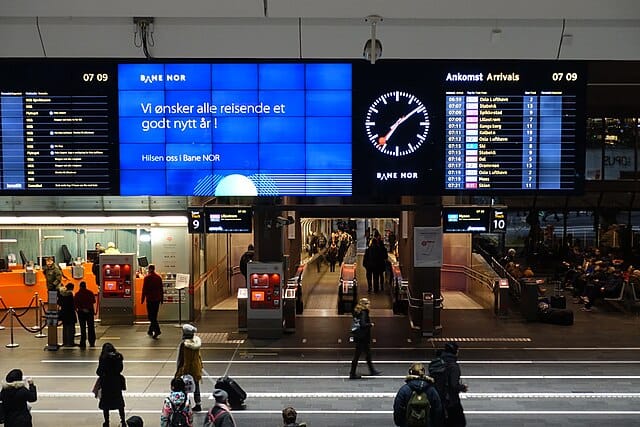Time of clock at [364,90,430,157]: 7:09
